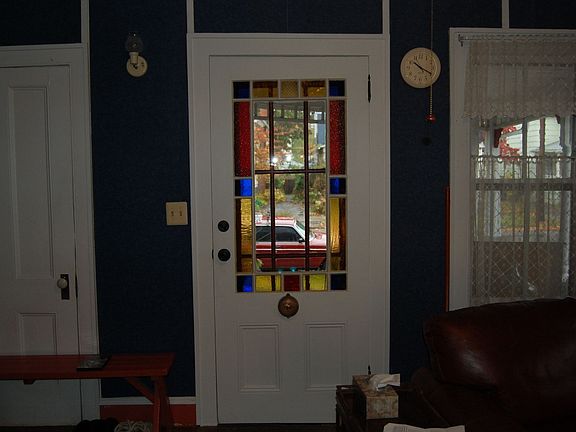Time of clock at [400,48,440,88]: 10:19
